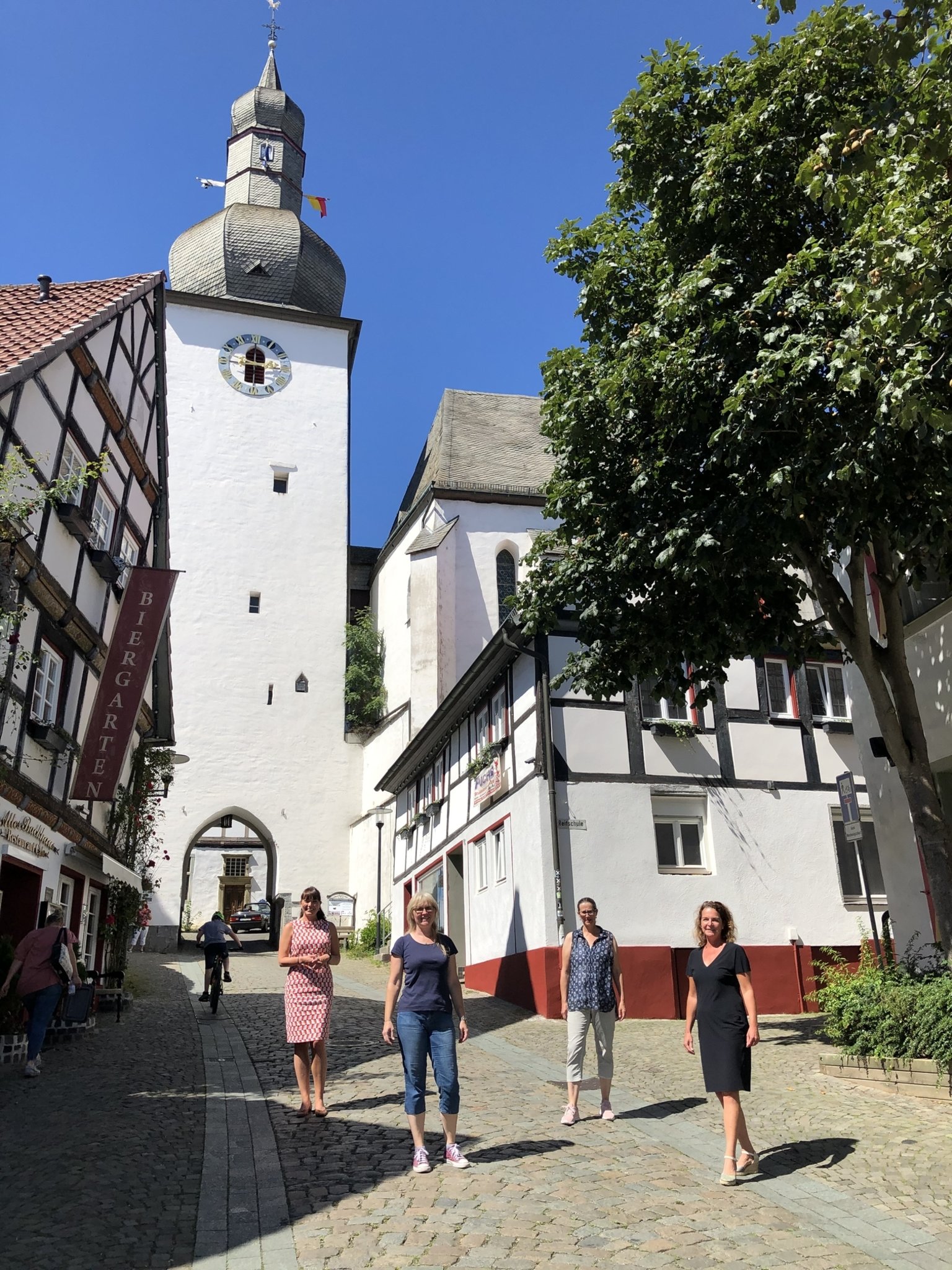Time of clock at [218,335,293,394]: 11:46
